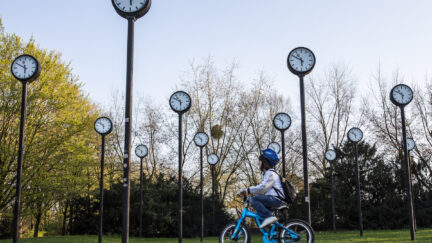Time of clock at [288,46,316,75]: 5:49
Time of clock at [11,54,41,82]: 5:49
